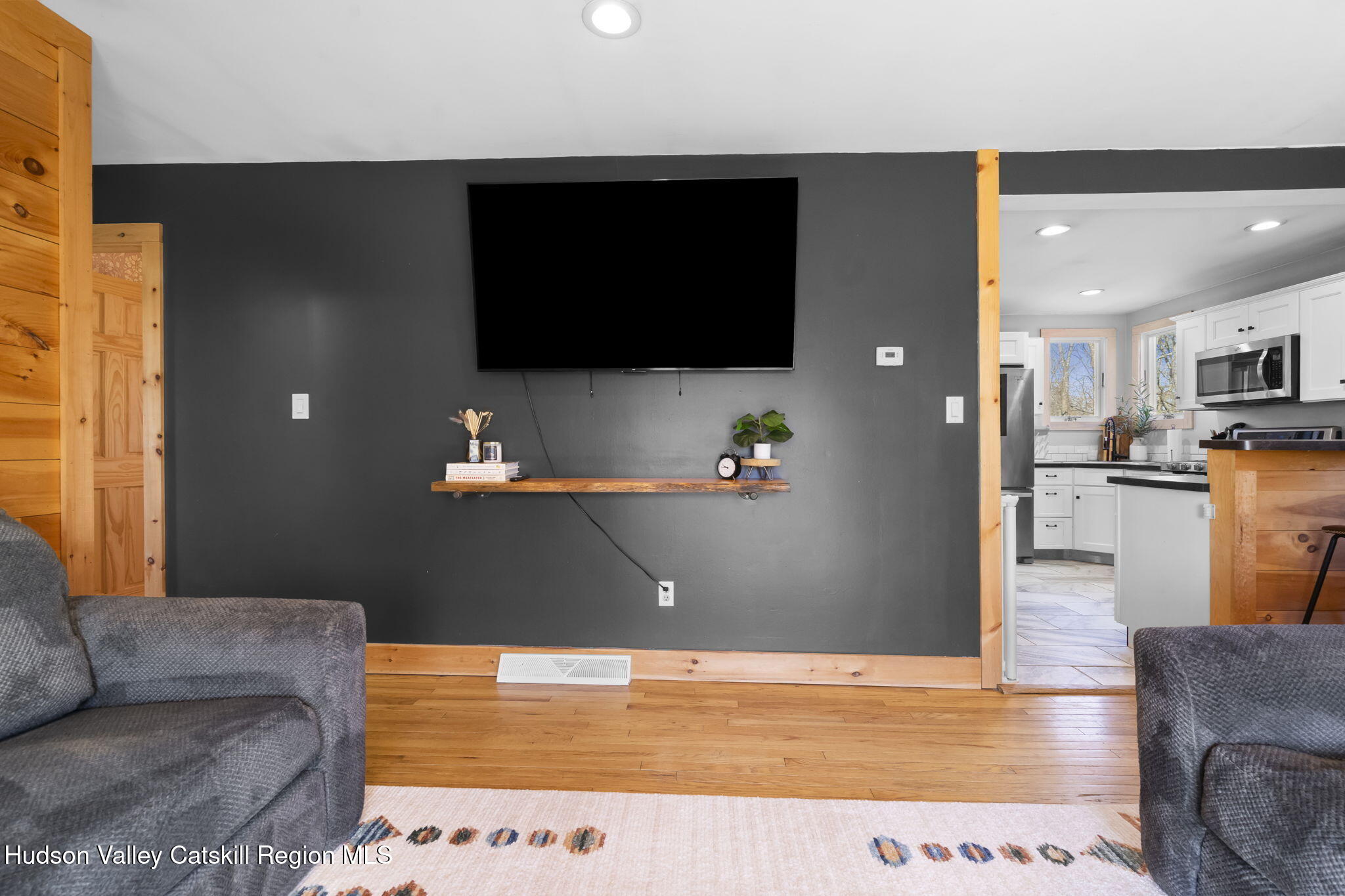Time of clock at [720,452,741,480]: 9:45
